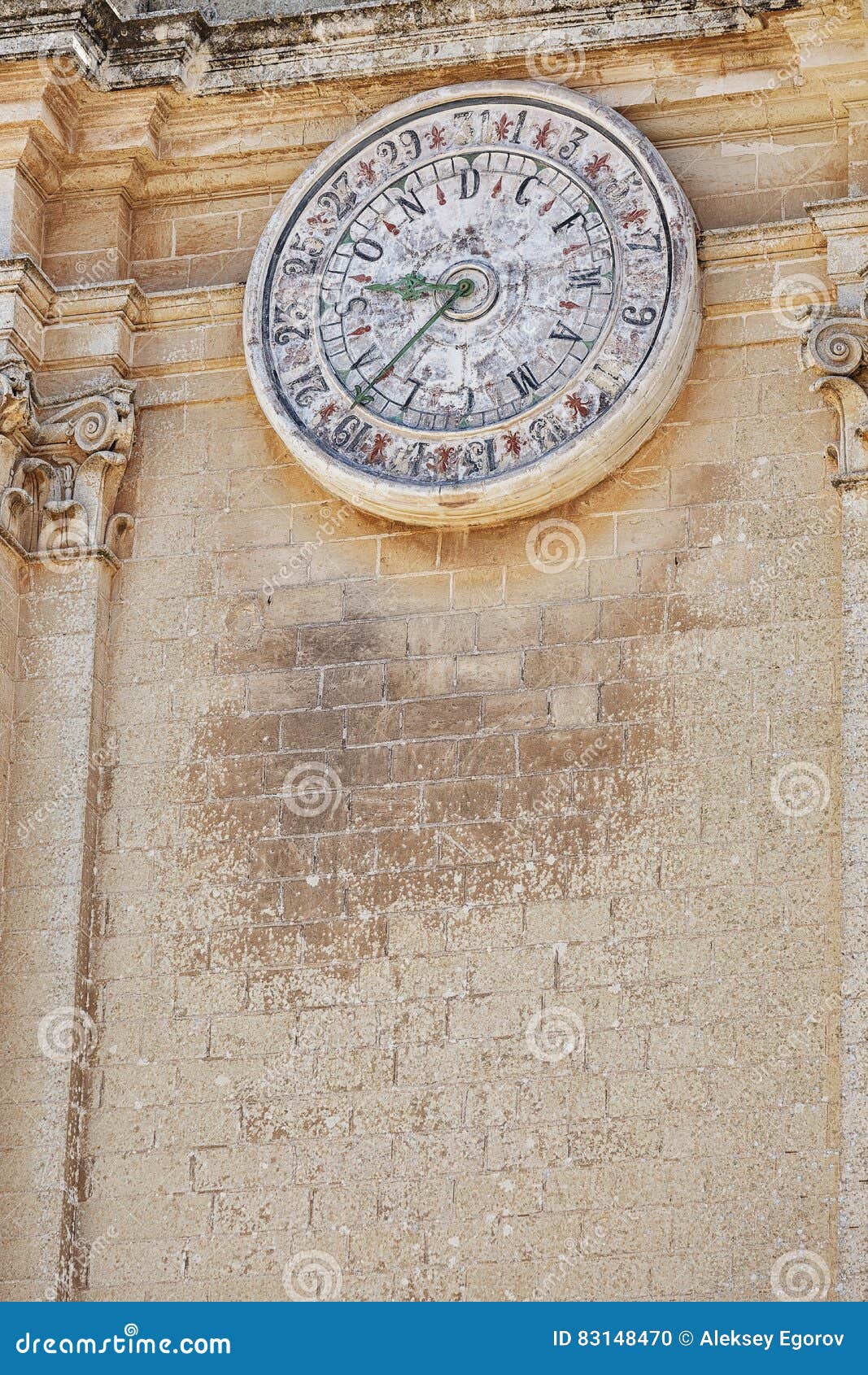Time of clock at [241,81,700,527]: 8:37
